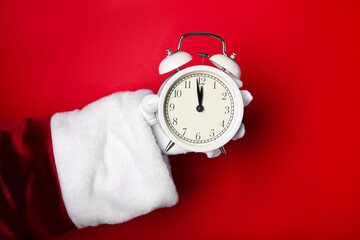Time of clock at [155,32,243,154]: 11:58
